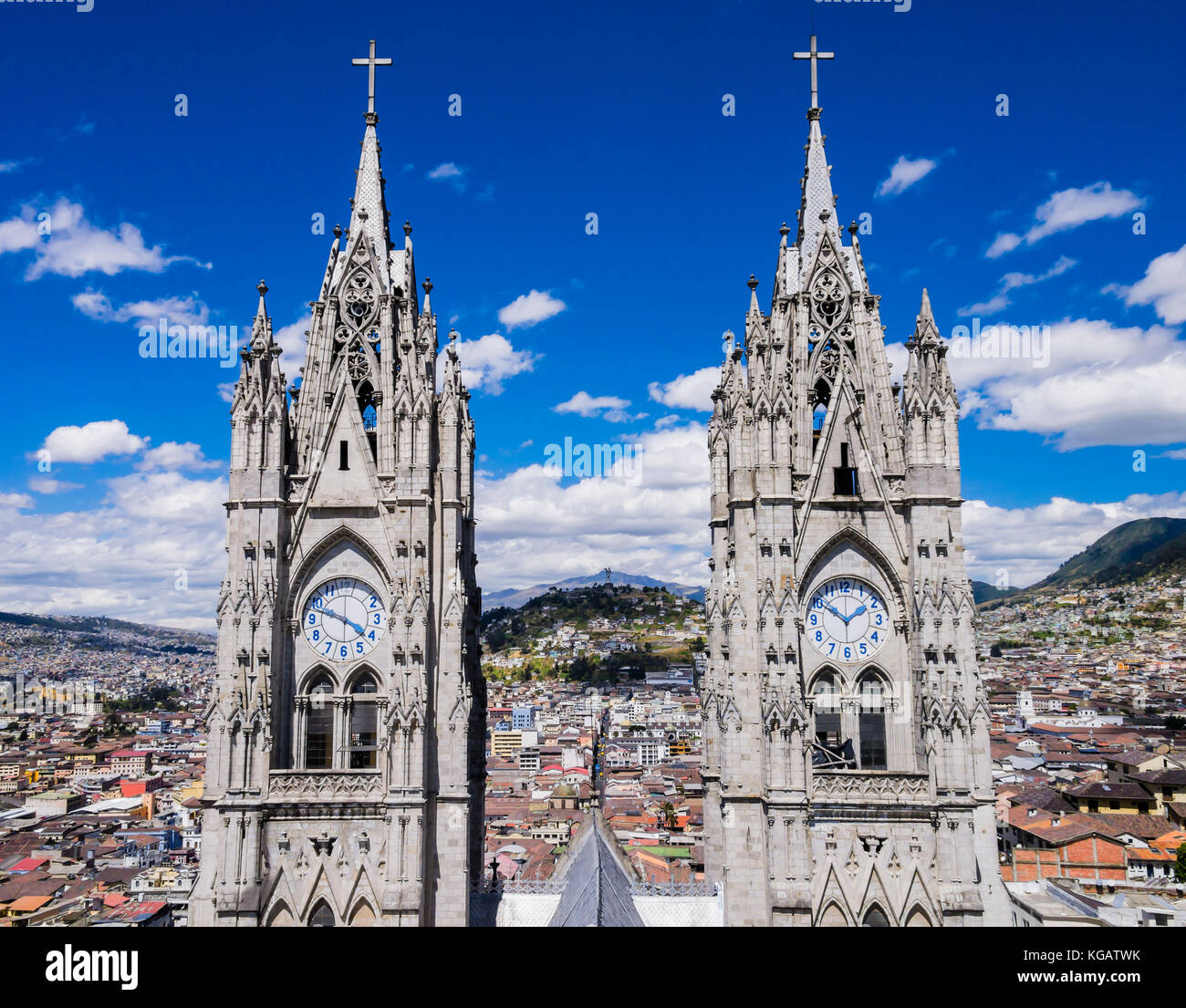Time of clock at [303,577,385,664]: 3:47
